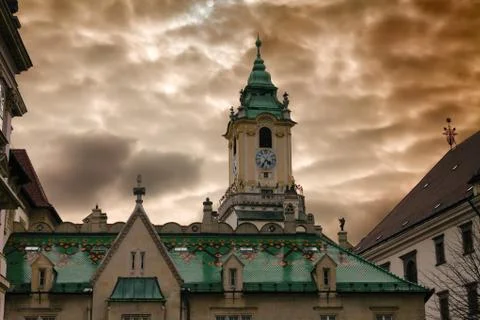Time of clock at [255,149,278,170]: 4:35
